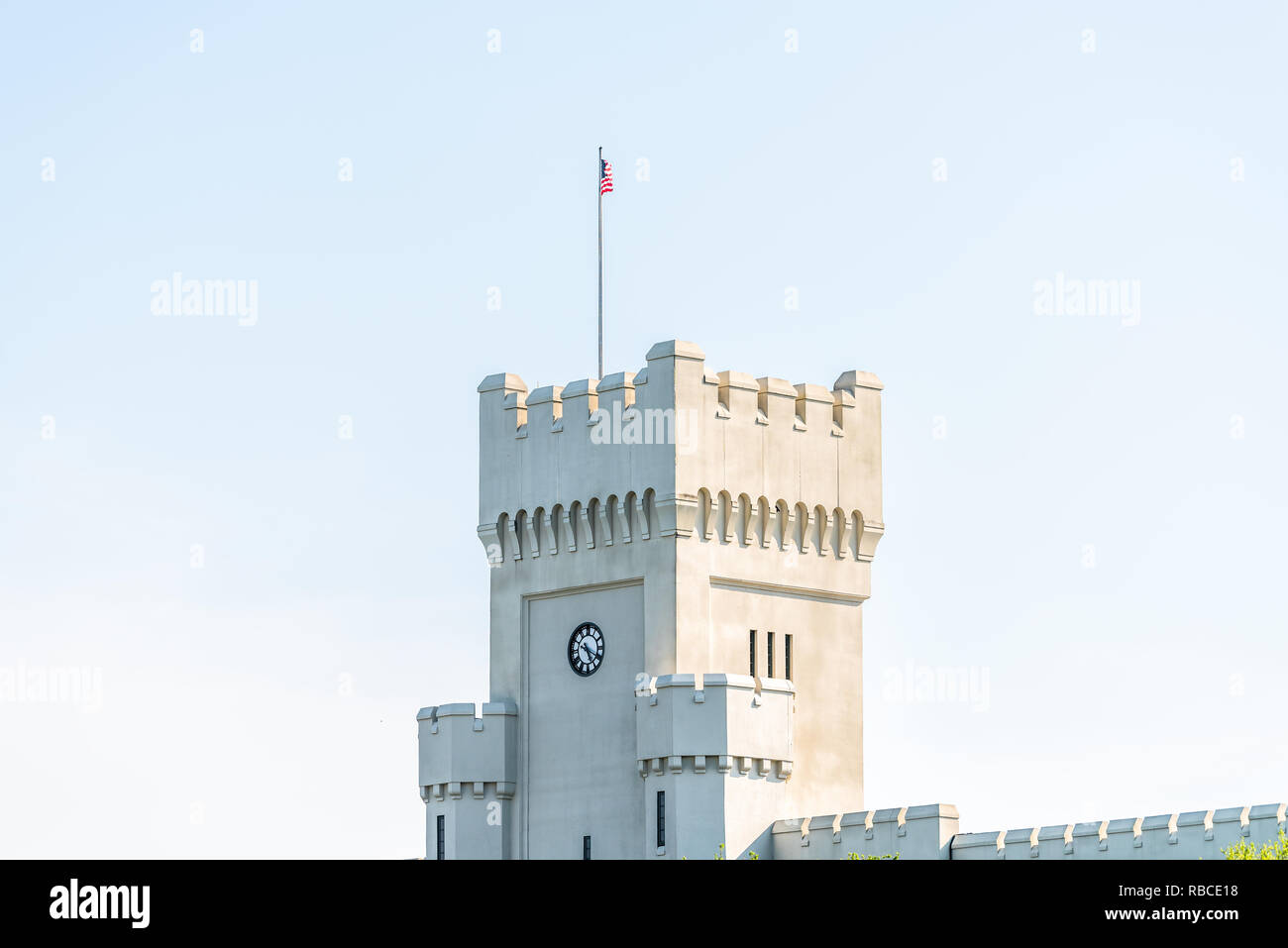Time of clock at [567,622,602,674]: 5:19
